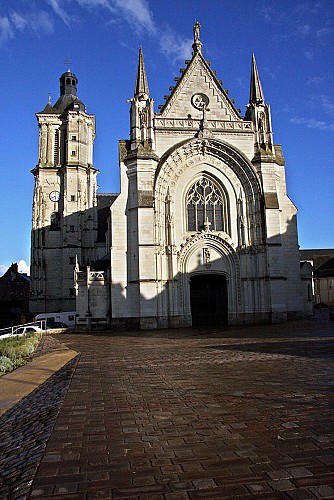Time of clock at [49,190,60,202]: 5:40
